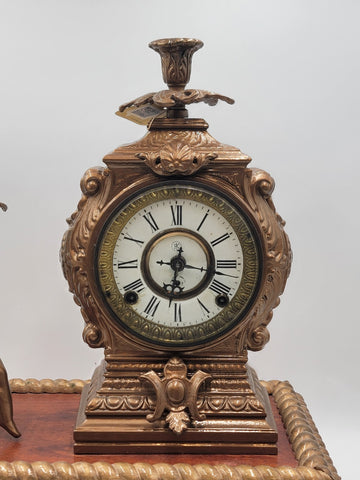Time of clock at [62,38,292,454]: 6:15
